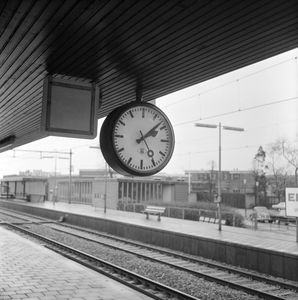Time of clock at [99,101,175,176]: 2:08
